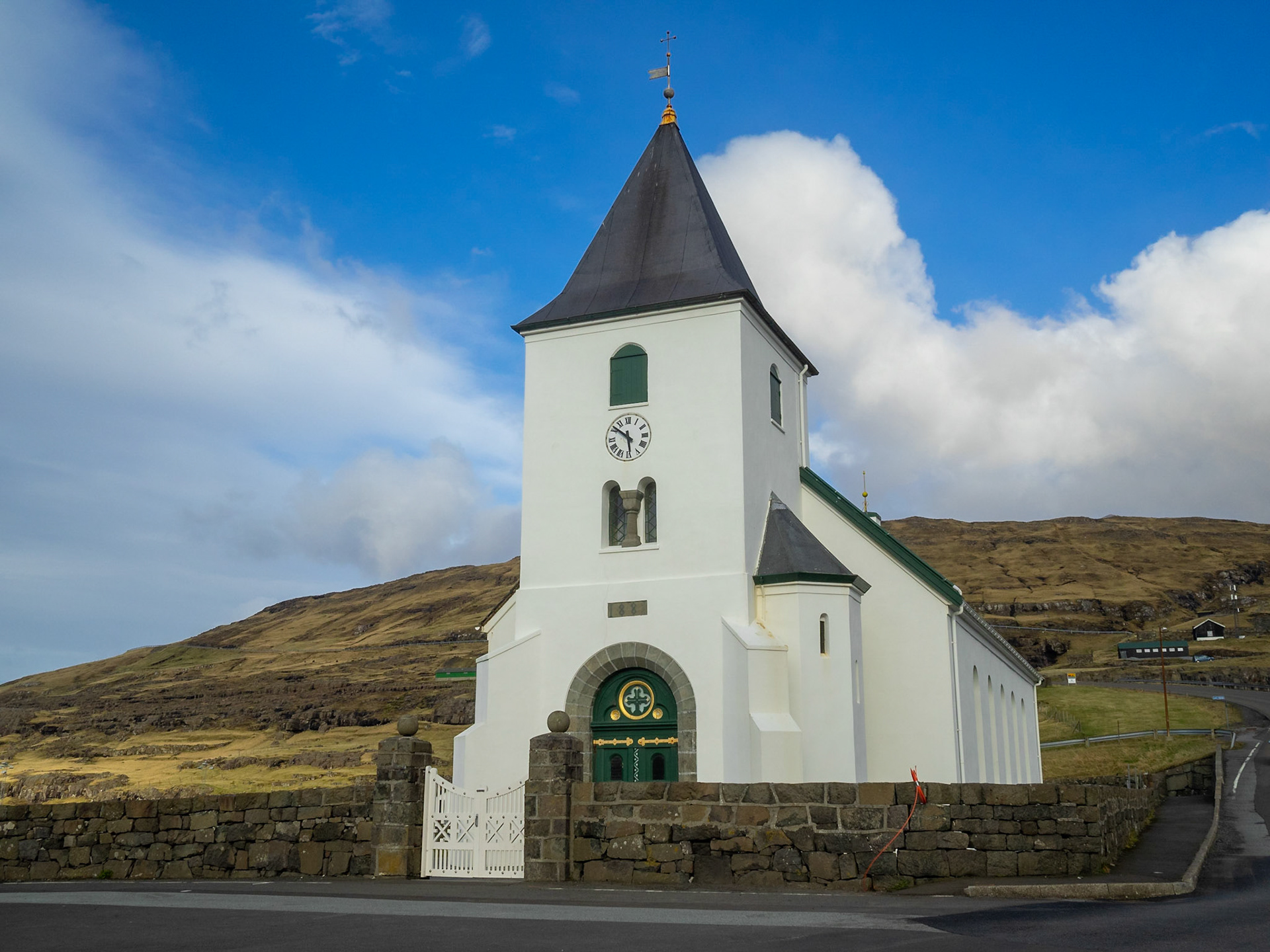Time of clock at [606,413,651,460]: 5:51
